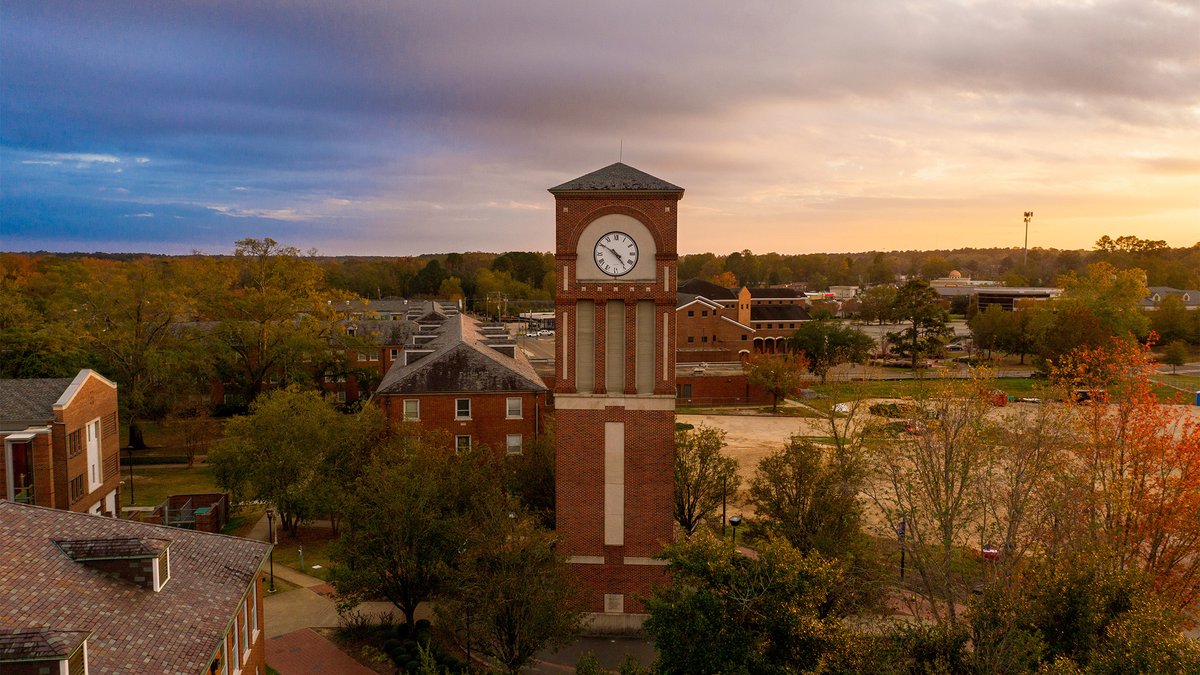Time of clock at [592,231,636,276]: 4:50
